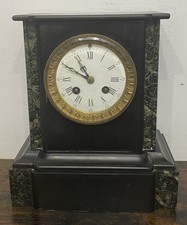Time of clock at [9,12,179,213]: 10:50
